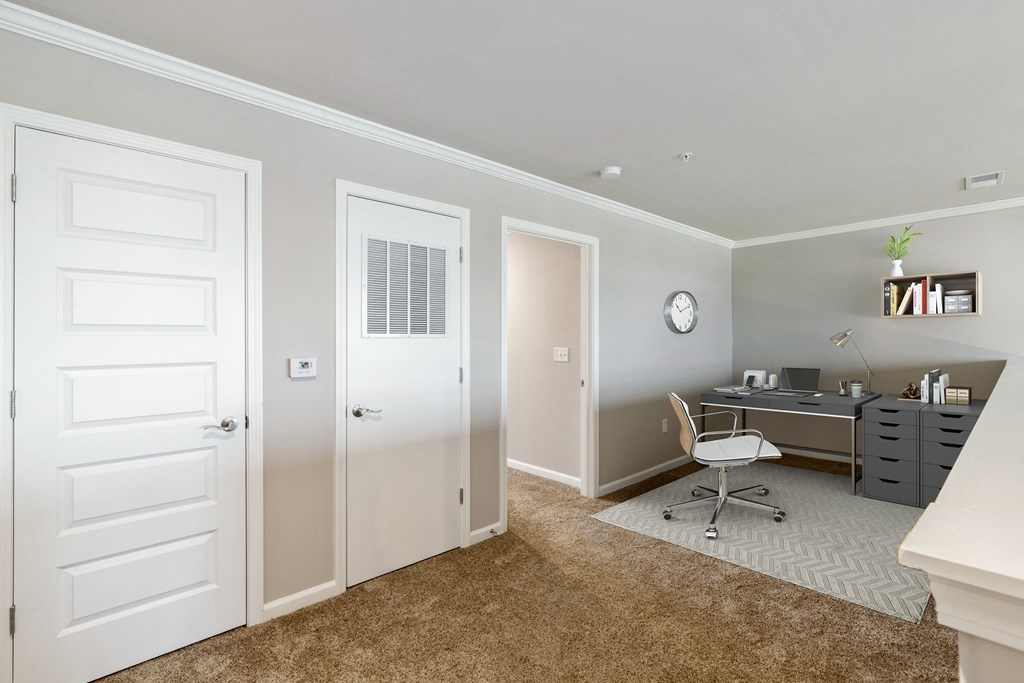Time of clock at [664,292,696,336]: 10:10
